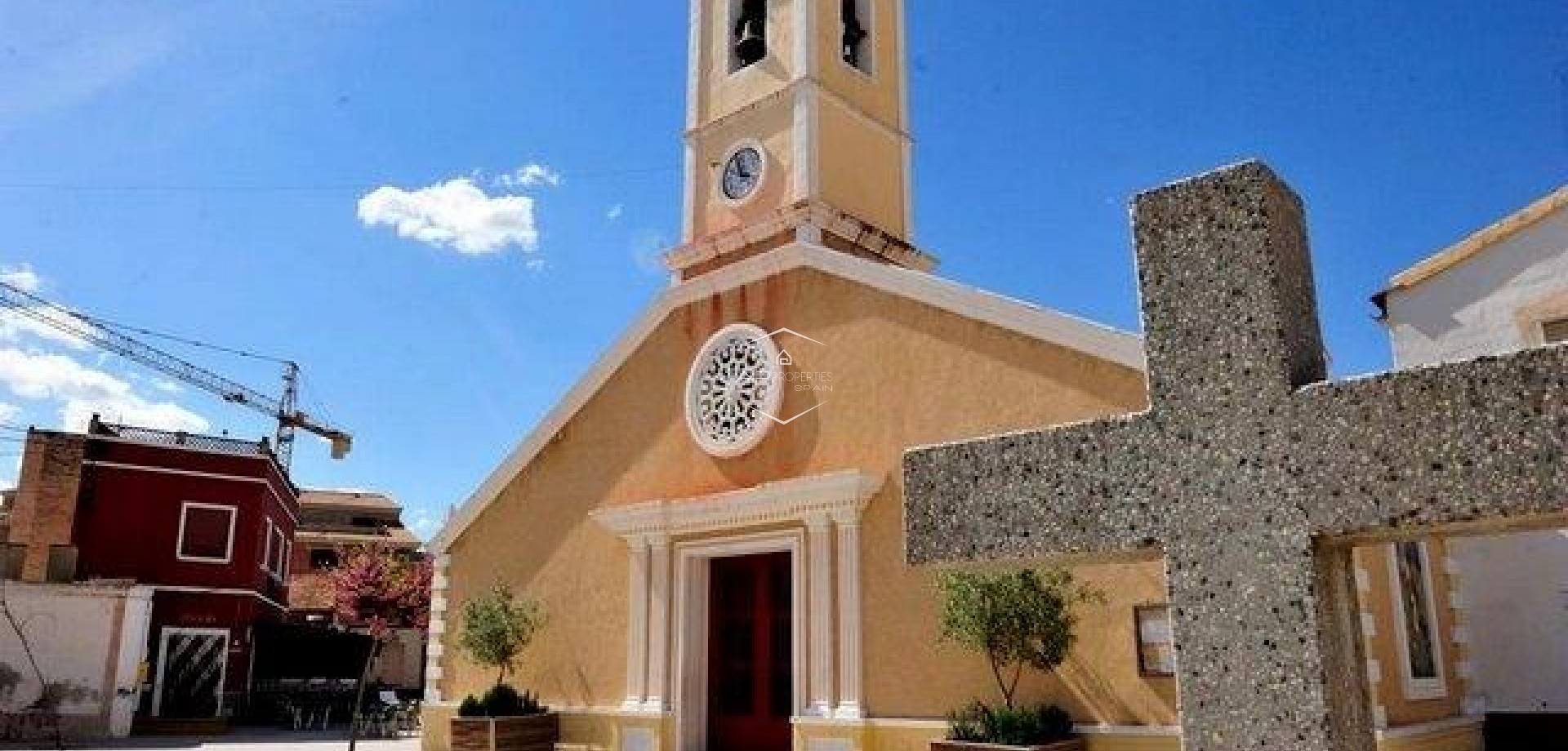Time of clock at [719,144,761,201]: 2:58
